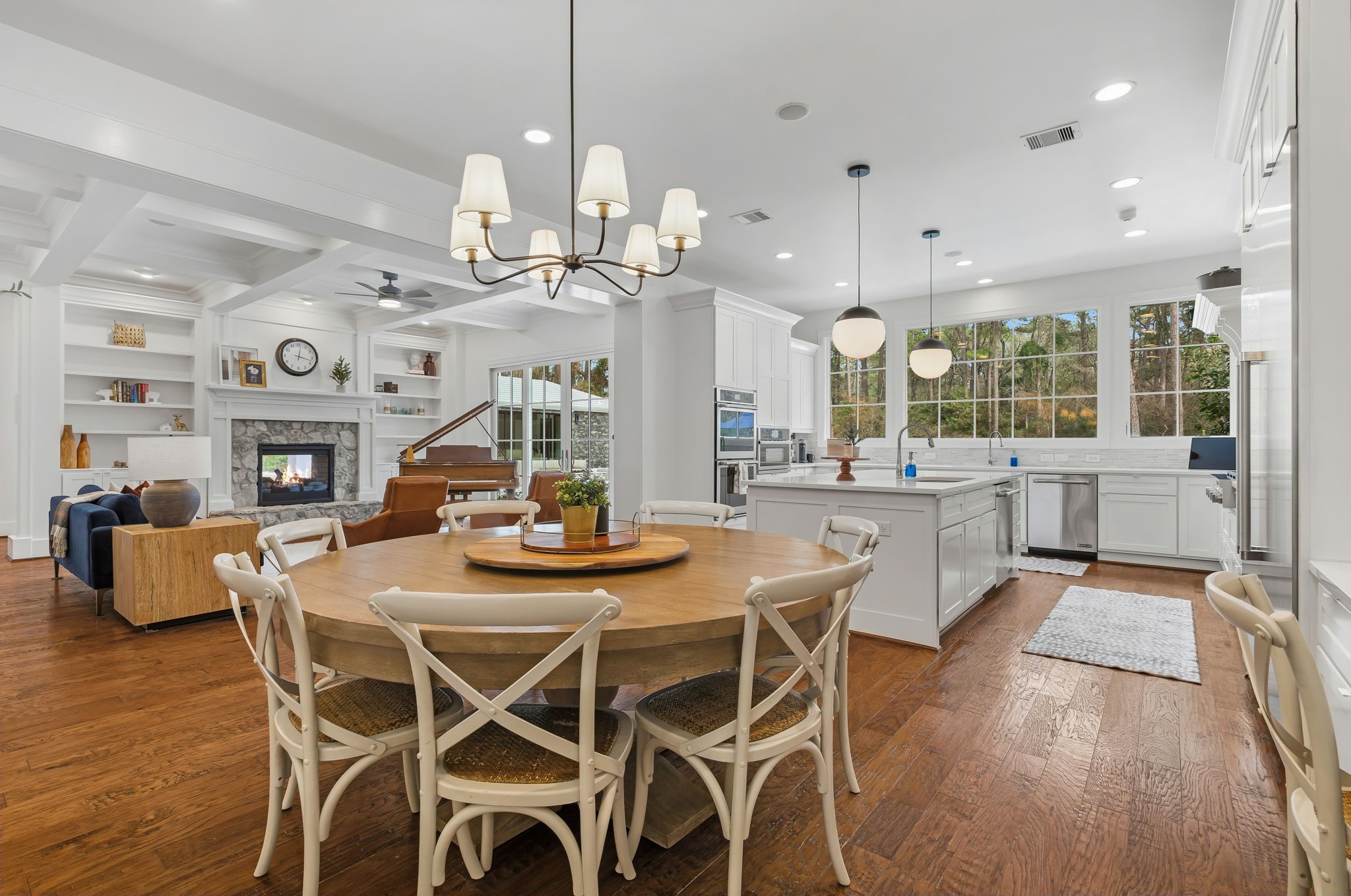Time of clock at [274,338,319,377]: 12:17
